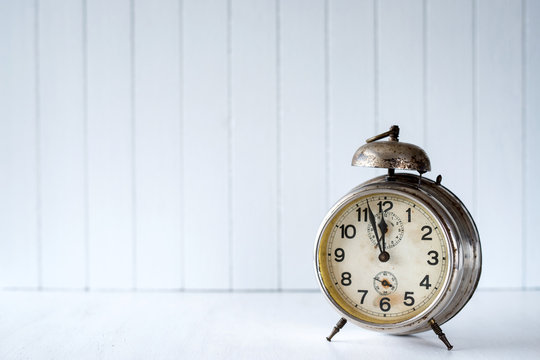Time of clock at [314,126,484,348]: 11:56
